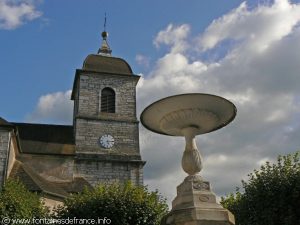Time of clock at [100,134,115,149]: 5:14
